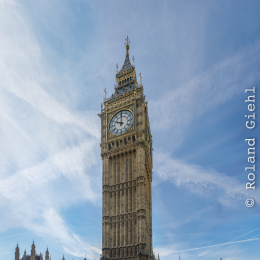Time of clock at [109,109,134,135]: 10:00
